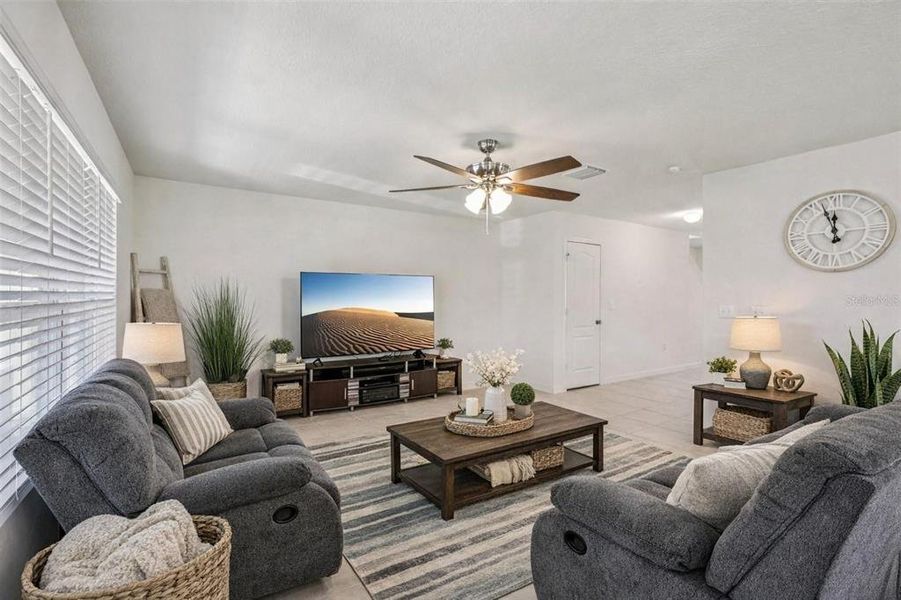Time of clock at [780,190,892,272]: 11:56
